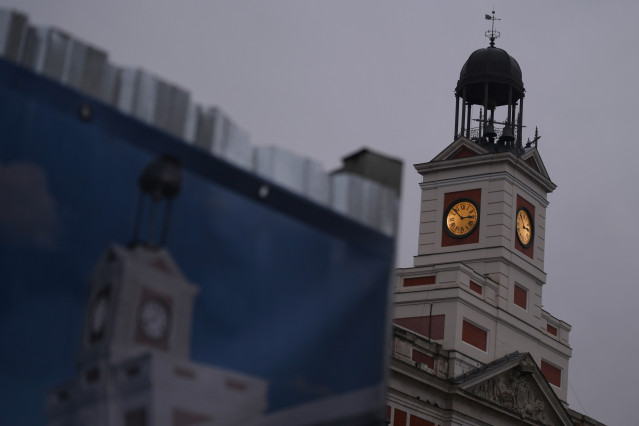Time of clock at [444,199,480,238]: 2:52
